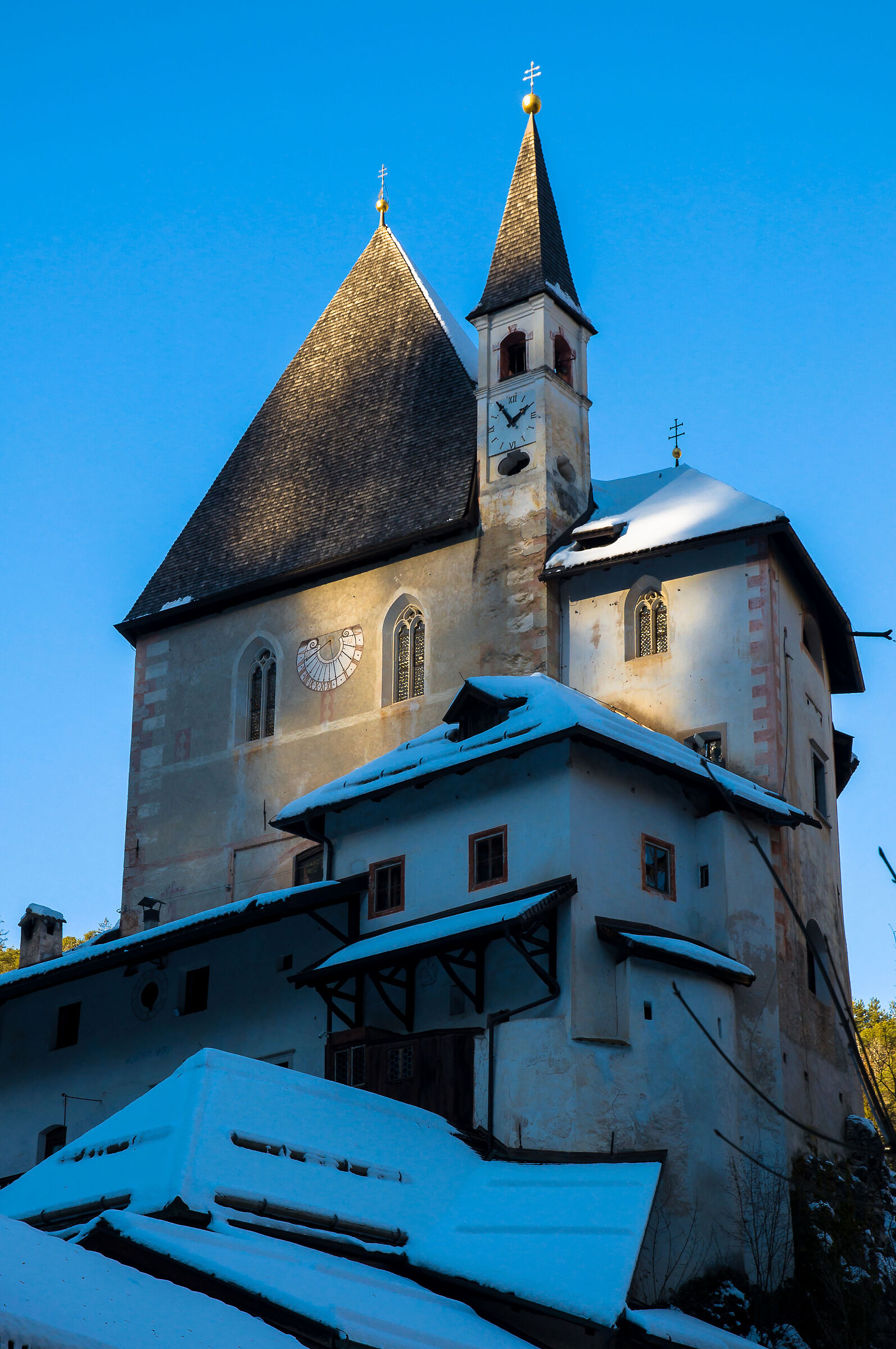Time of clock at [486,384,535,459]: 1:54
